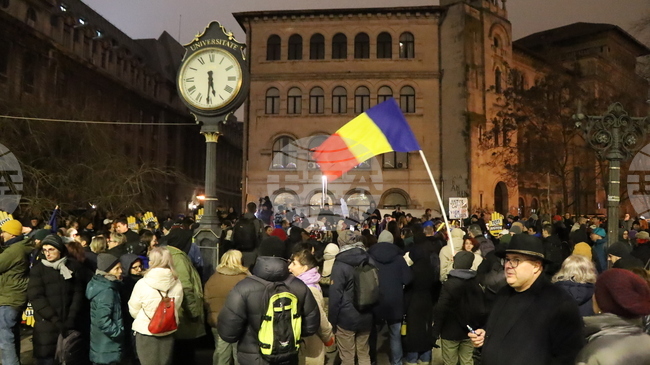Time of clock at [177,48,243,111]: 5:30
